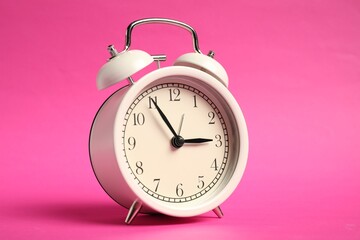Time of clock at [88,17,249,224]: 2:55
